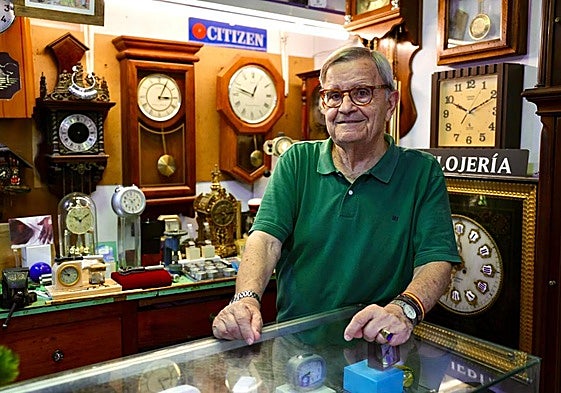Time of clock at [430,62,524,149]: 10:10
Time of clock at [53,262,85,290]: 10:47
